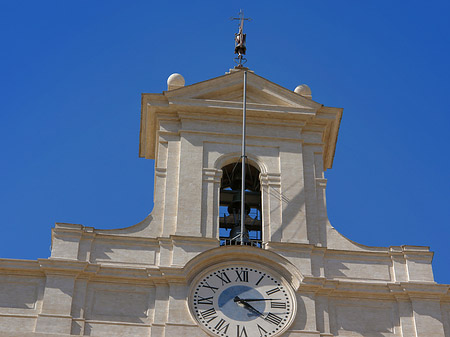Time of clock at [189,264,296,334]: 4:13
